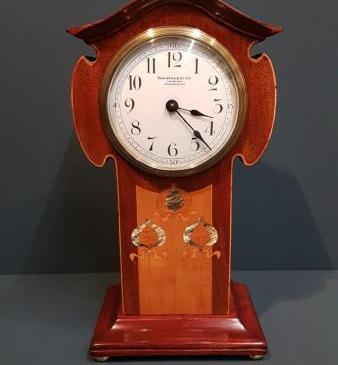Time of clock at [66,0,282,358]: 3:22
